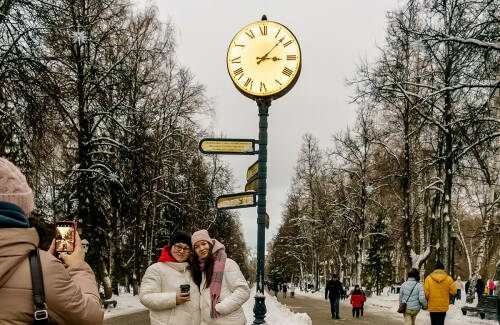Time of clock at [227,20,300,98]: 3:07
